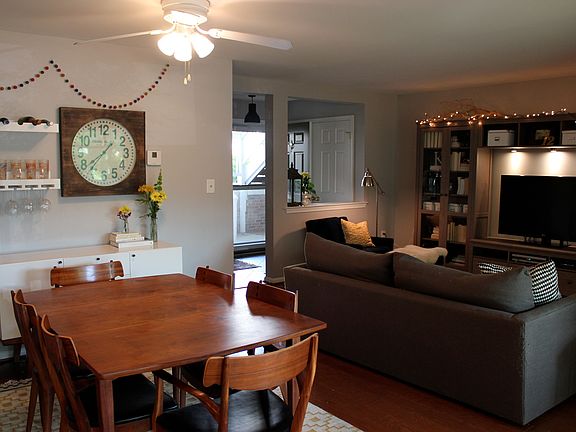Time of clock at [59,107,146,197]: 1:38
